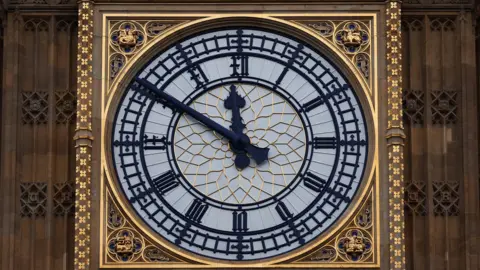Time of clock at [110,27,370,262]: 11:50
